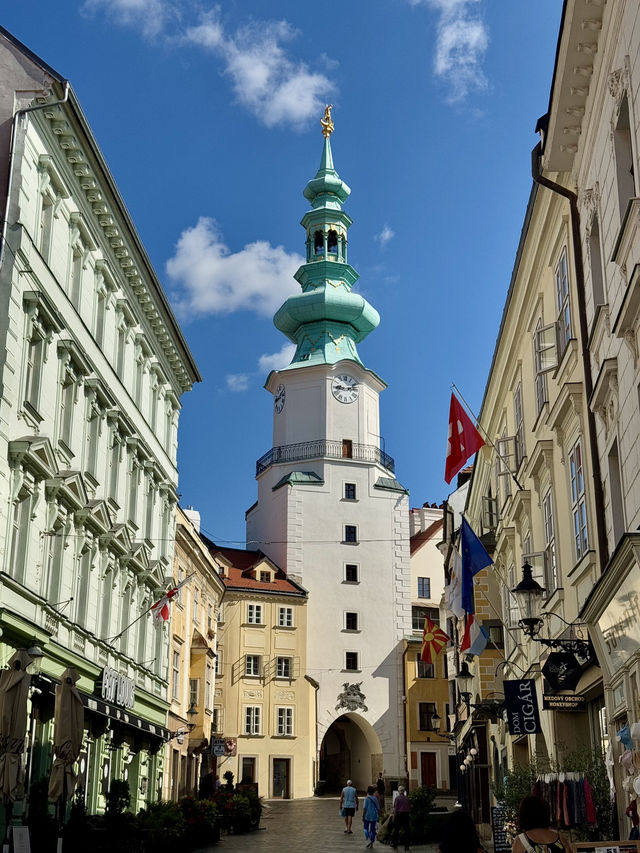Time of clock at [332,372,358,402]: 9:12
